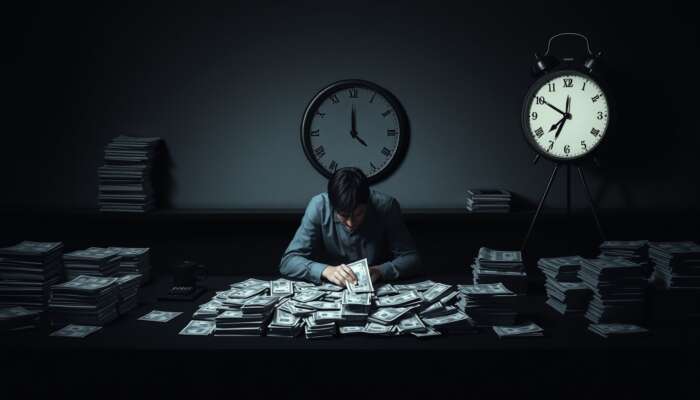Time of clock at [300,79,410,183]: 11:59
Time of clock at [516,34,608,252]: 6:50
